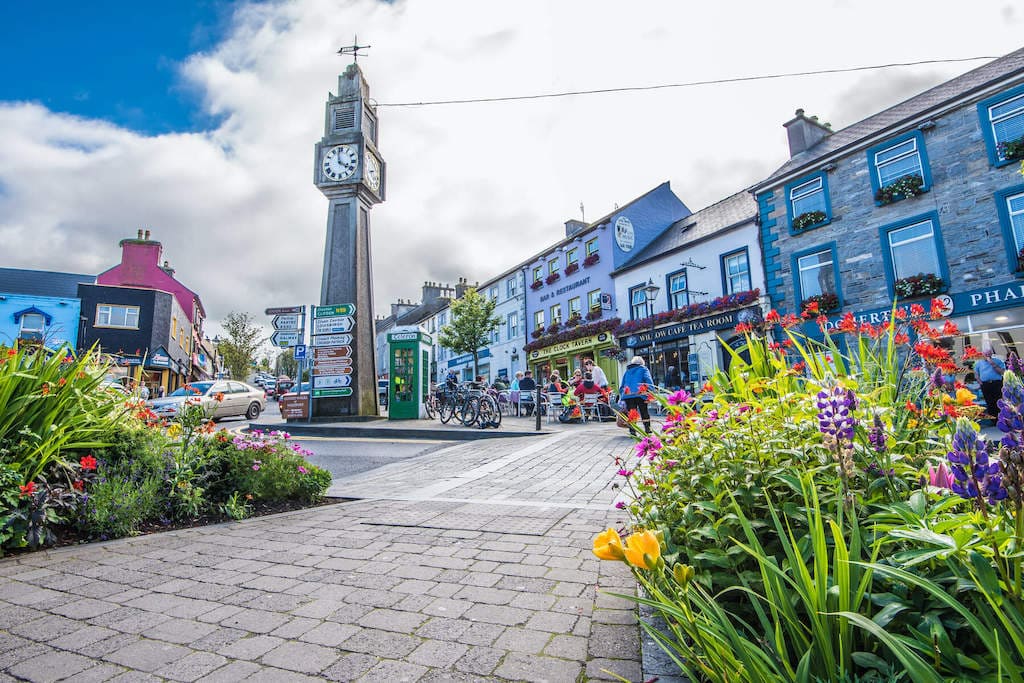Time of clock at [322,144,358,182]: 3:58
